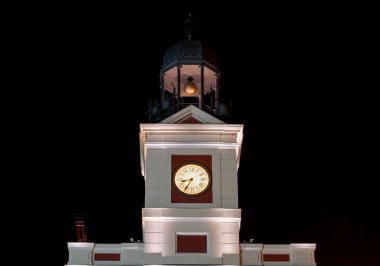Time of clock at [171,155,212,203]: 8:34
